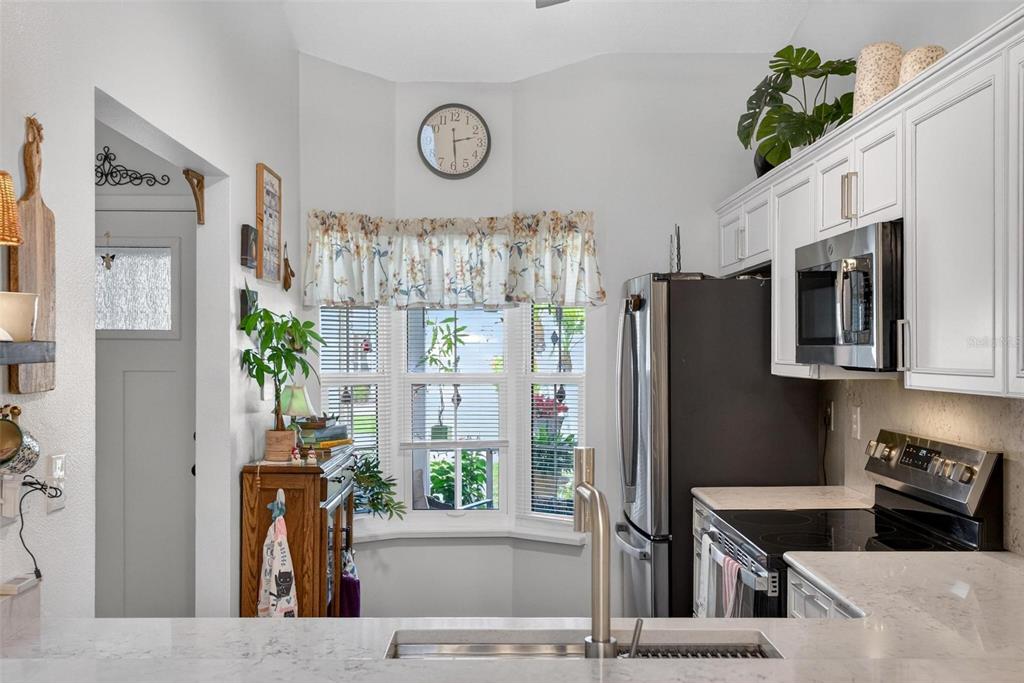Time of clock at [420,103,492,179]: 2:29
